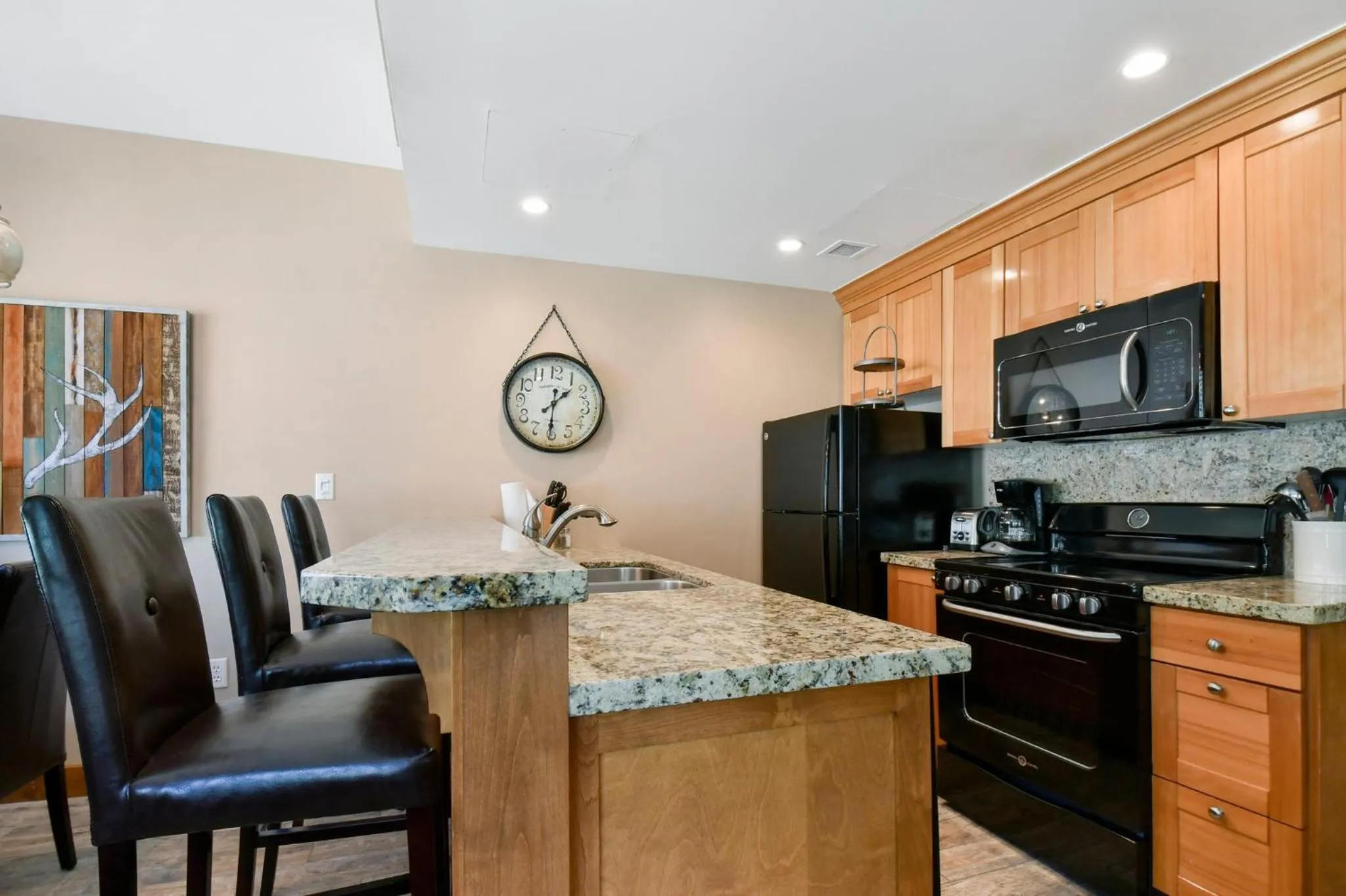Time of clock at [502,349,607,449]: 1:30
